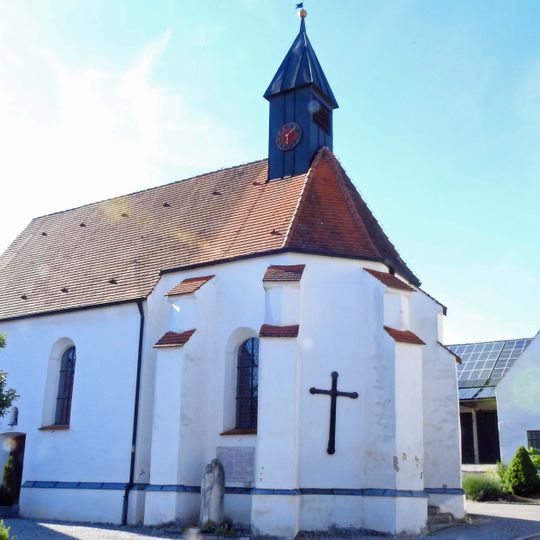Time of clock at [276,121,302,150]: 1:28
